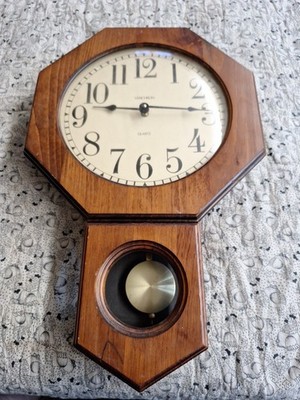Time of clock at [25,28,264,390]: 9:14
